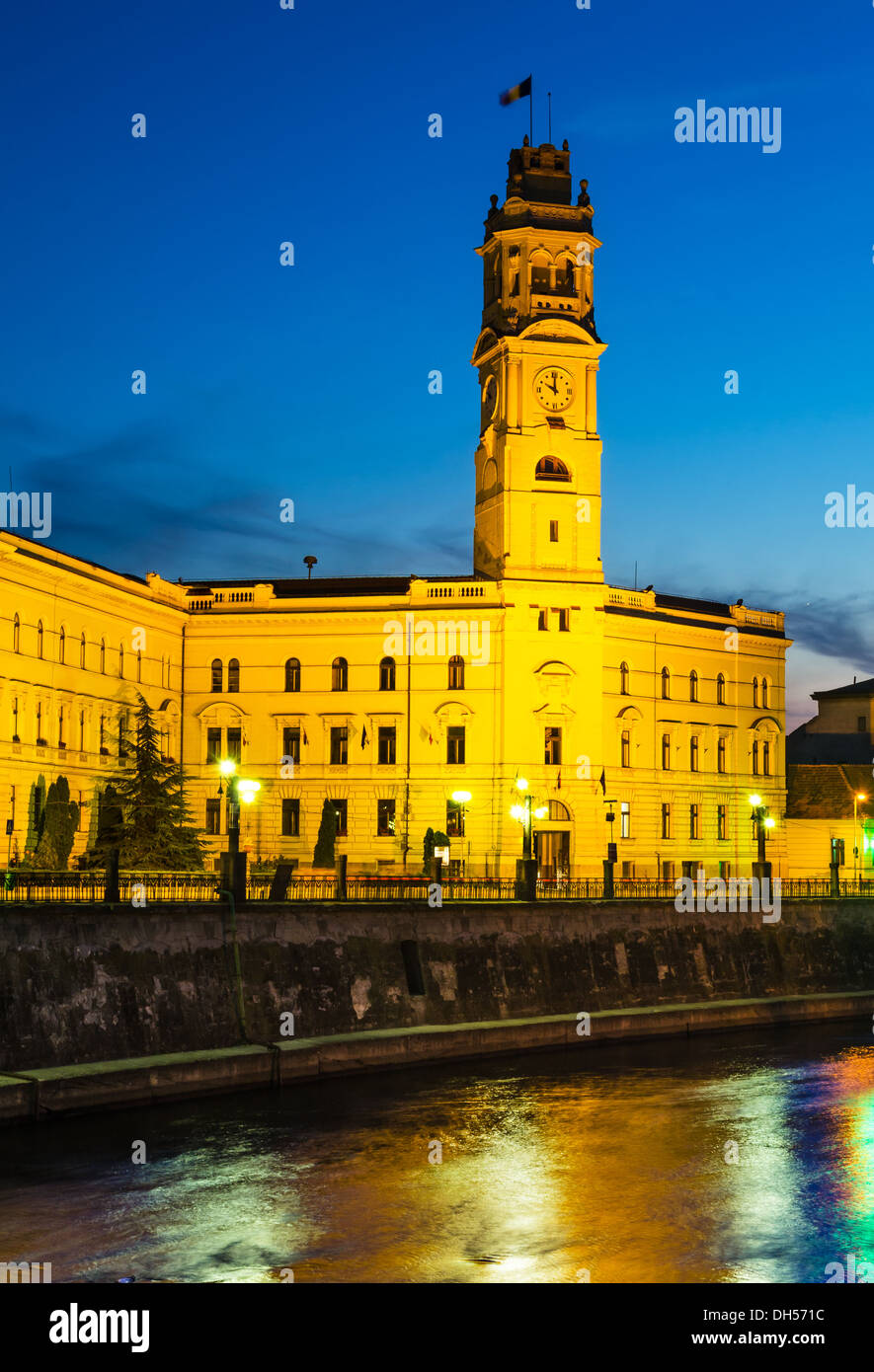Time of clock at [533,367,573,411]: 10:00
